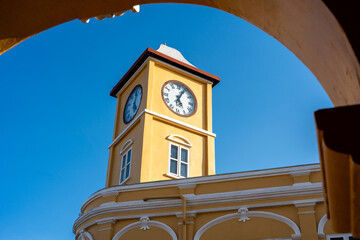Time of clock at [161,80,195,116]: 5:04
